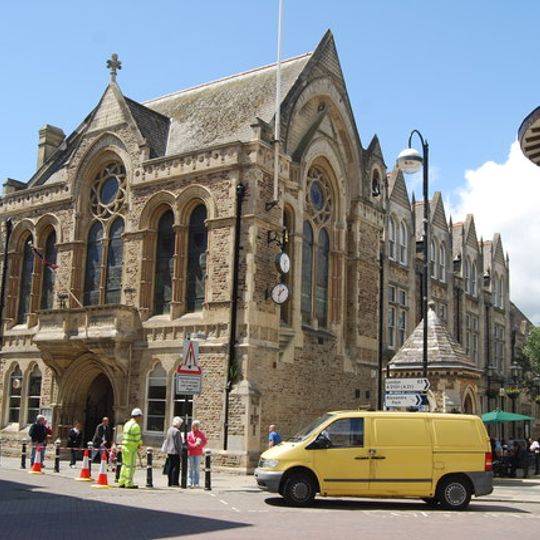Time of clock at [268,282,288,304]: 1:32
